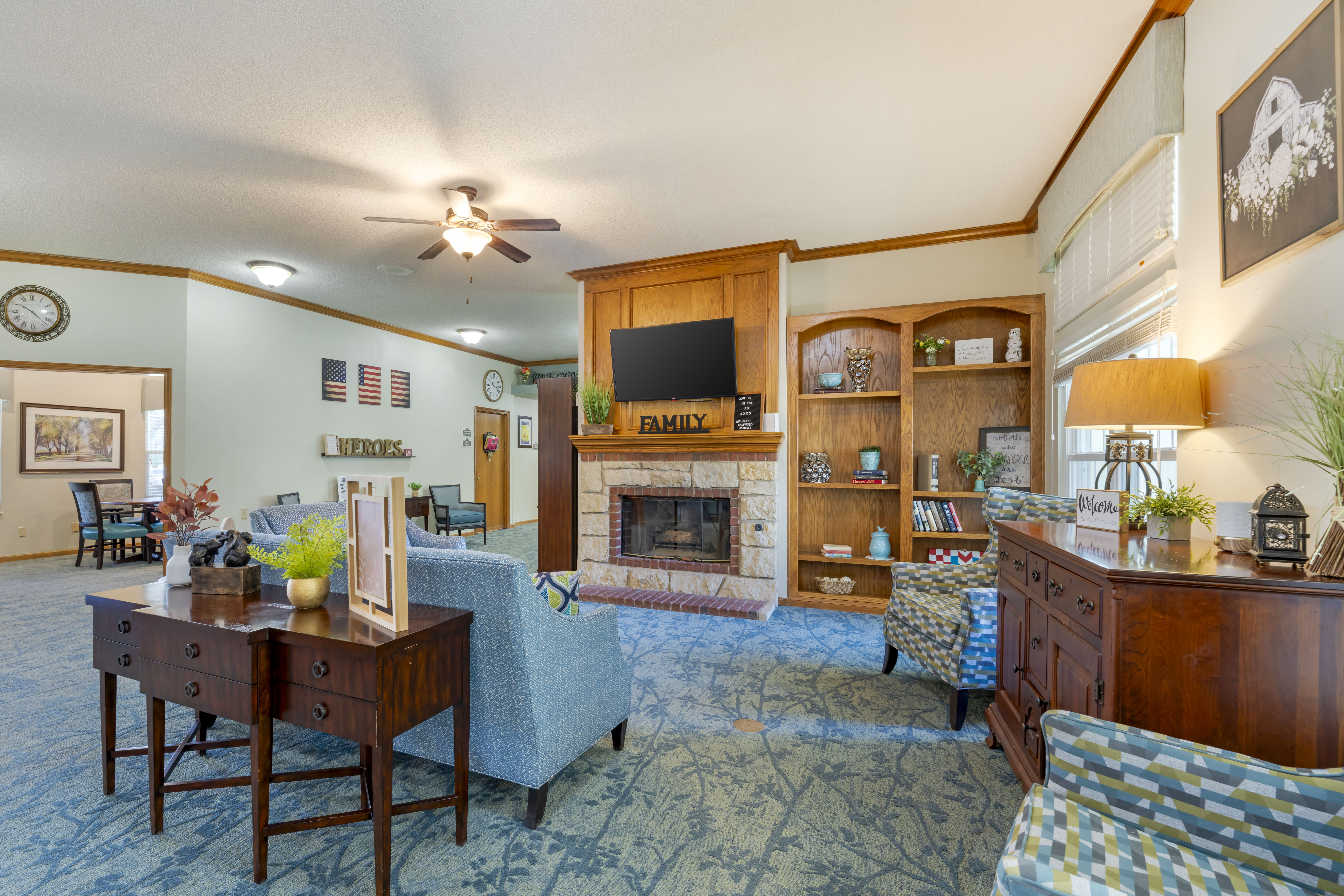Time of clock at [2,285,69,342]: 10:22
